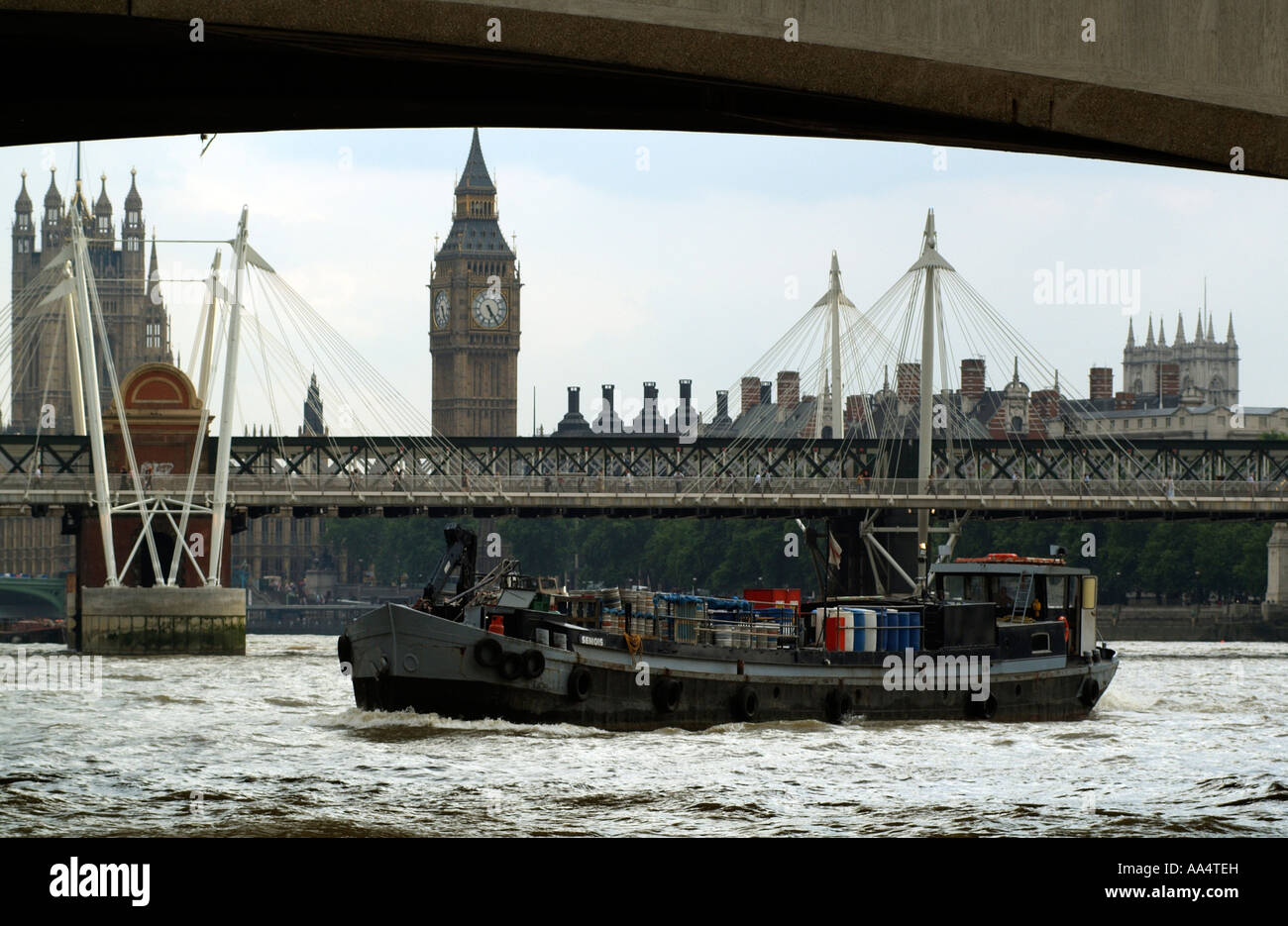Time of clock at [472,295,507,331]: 5:24
